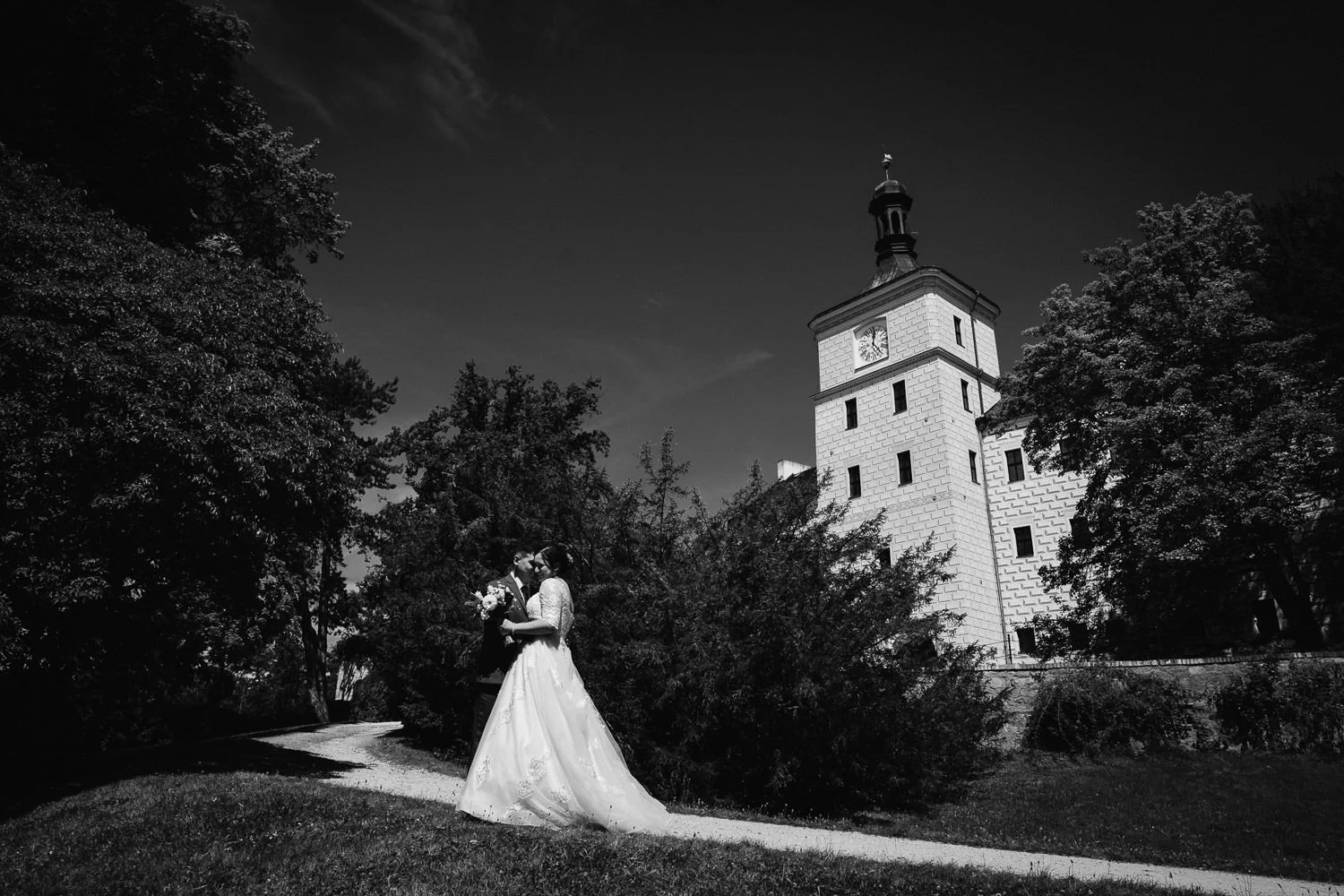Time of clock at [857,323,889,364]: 12:23
